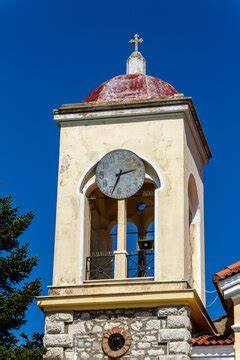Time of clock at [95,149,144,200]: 2:33
